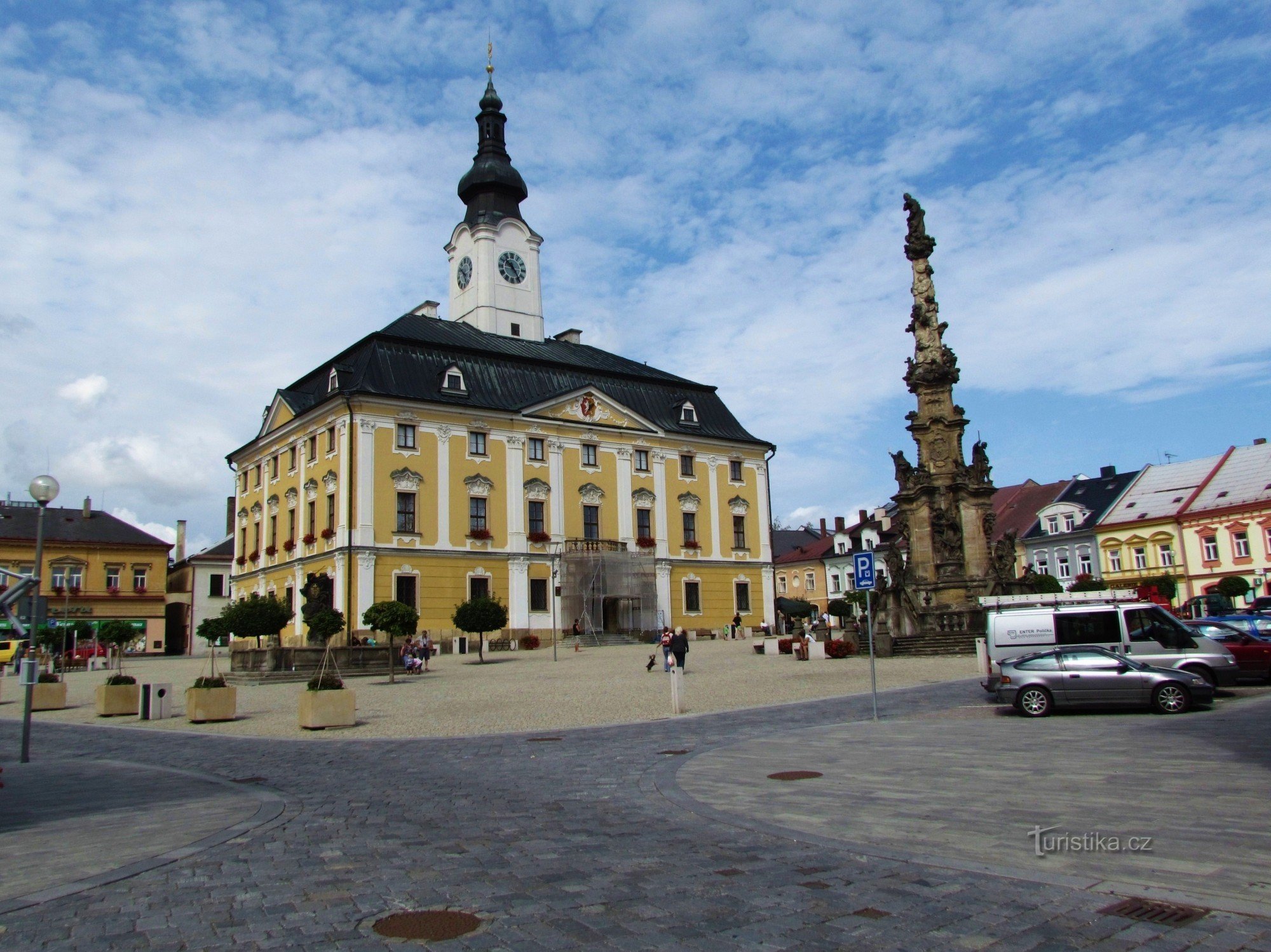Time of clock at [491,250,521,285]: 10:24
